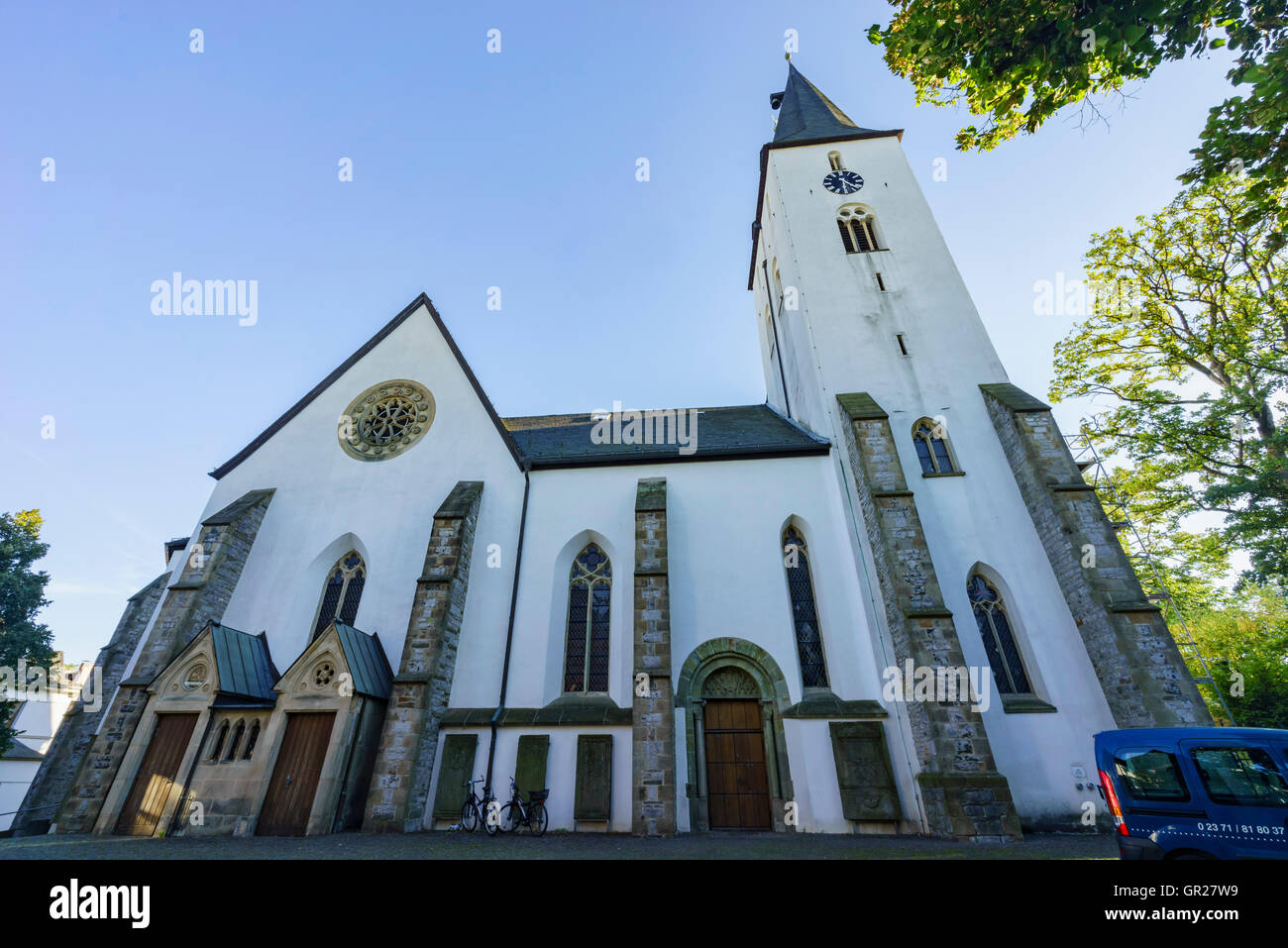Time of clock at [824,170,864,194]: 6:21
